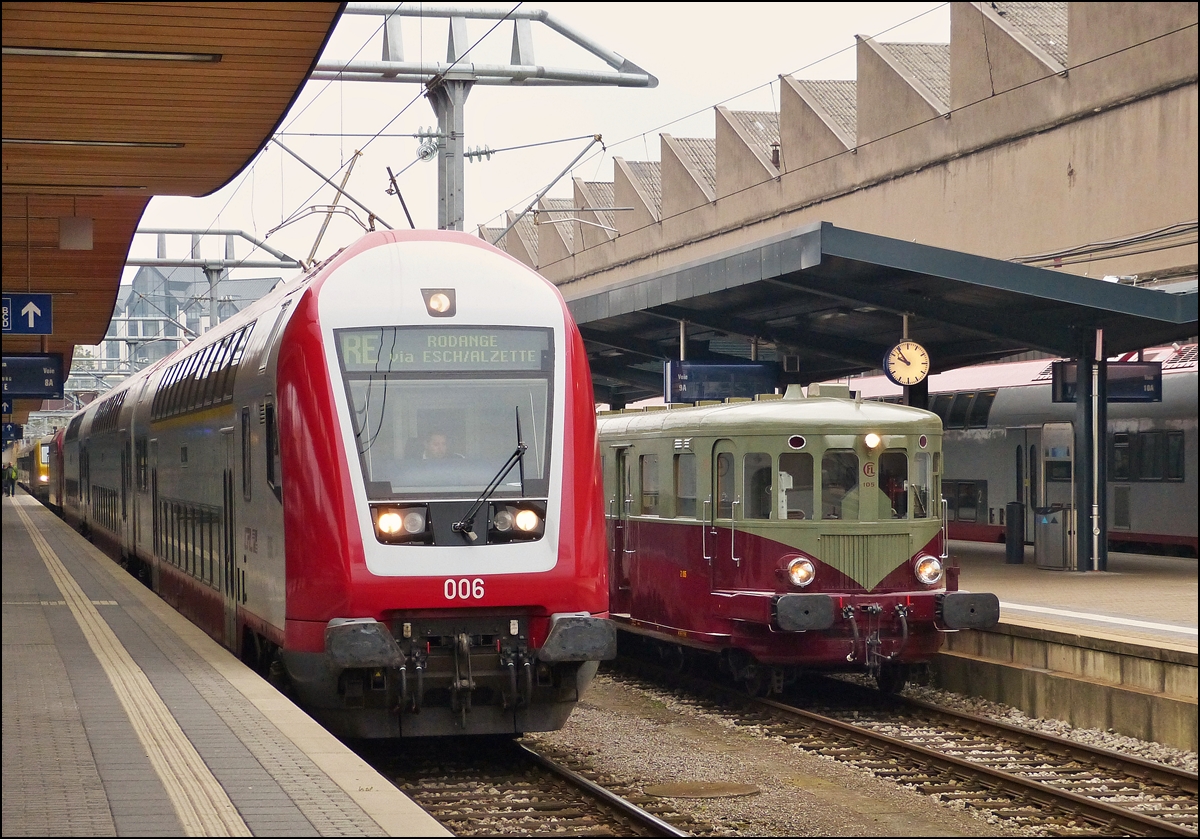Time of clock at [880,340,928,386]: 9:53
